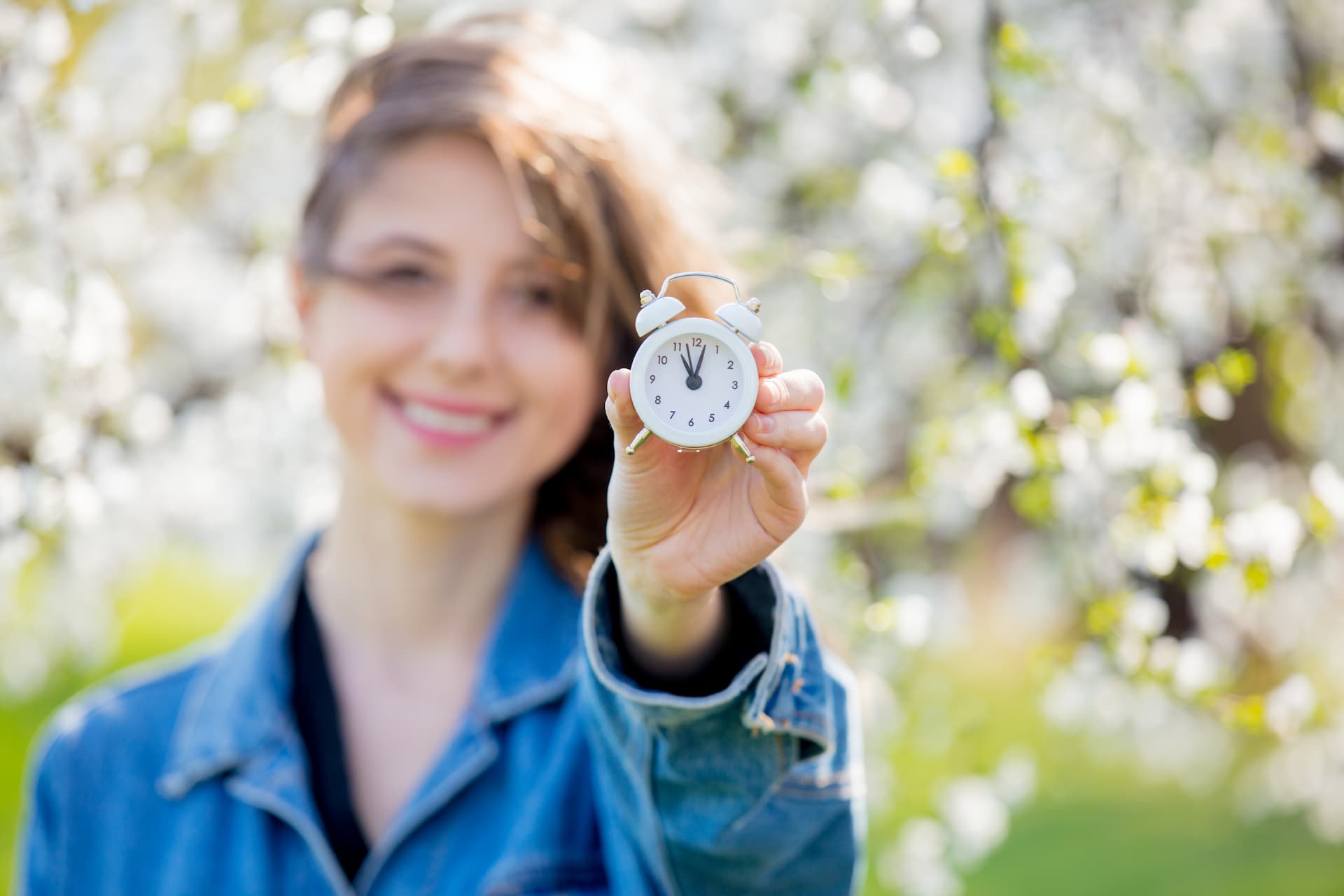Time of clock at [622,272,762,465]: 11:02
